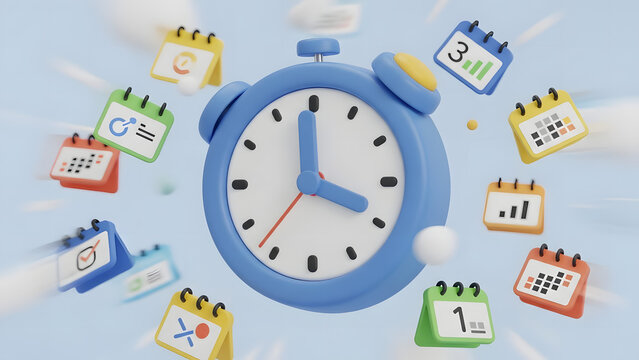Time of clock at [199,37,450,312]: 3:58
